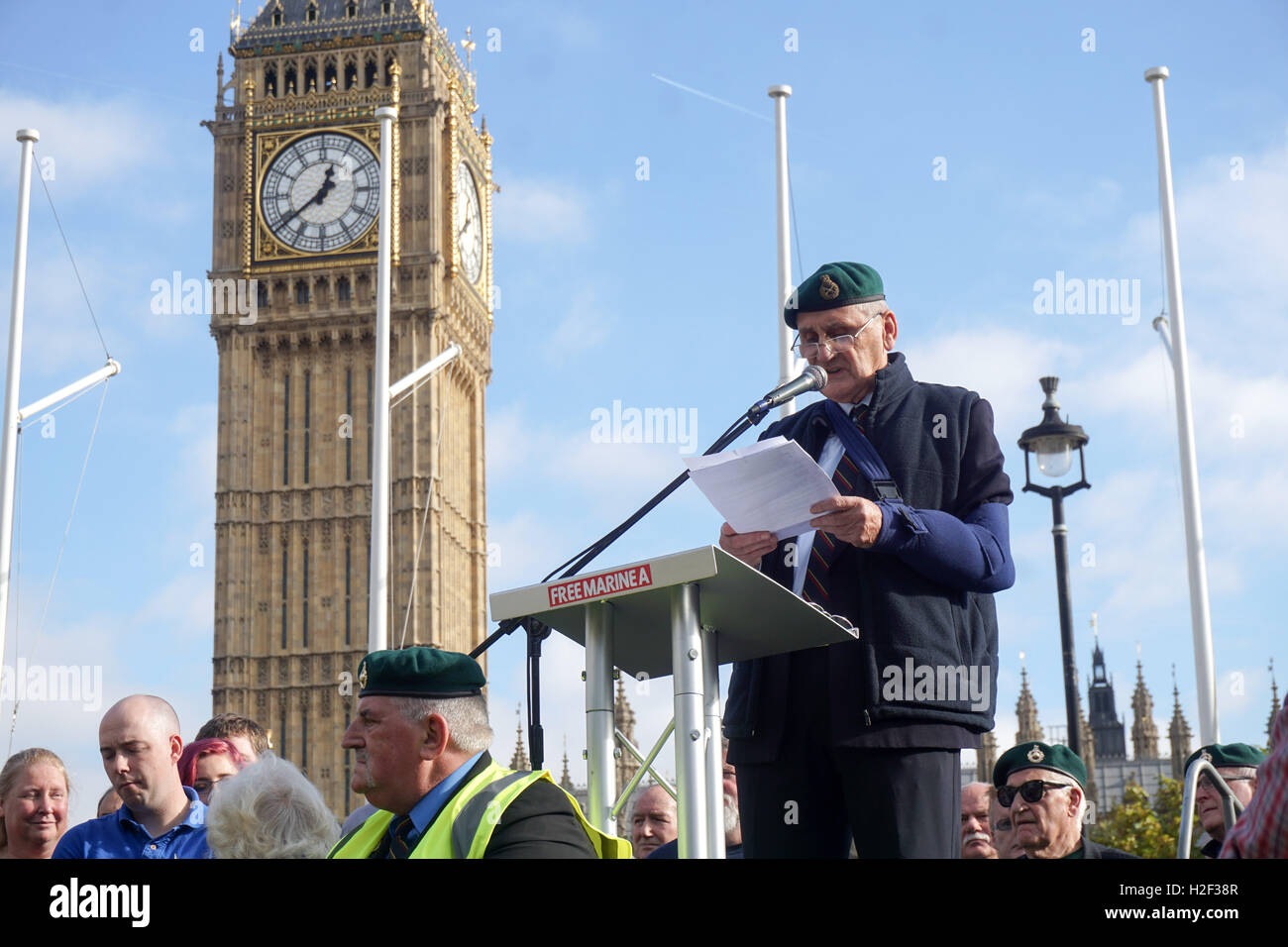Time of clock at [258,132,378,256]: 12:38
